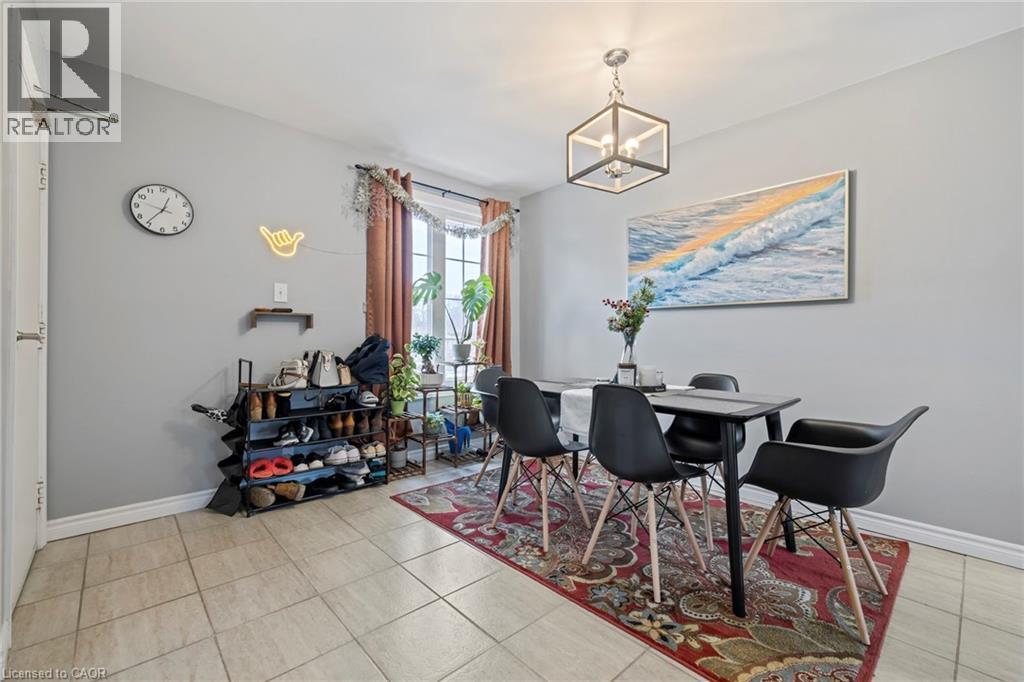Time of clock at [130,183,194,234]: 12:36
